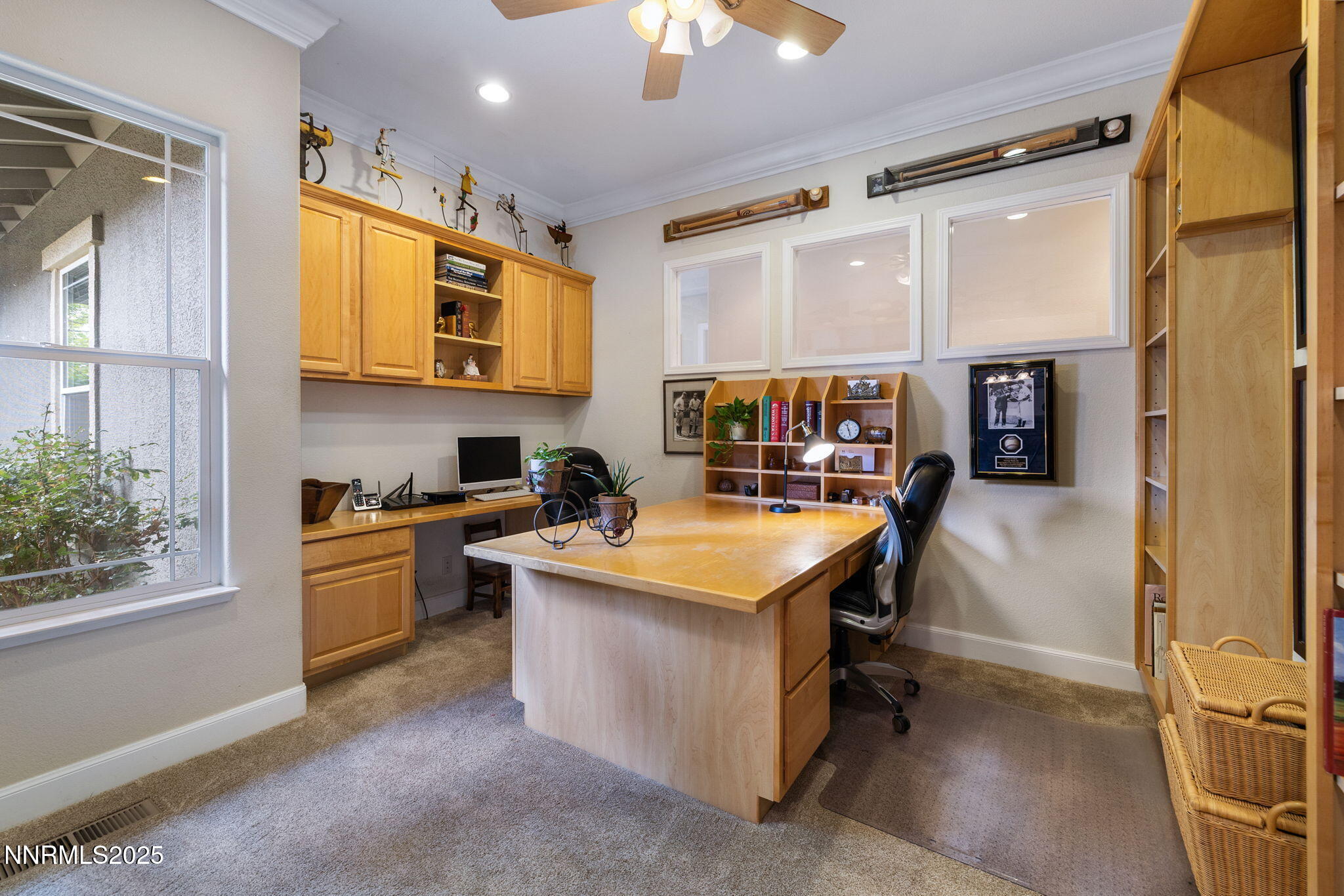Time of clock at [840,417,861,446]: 11:27
